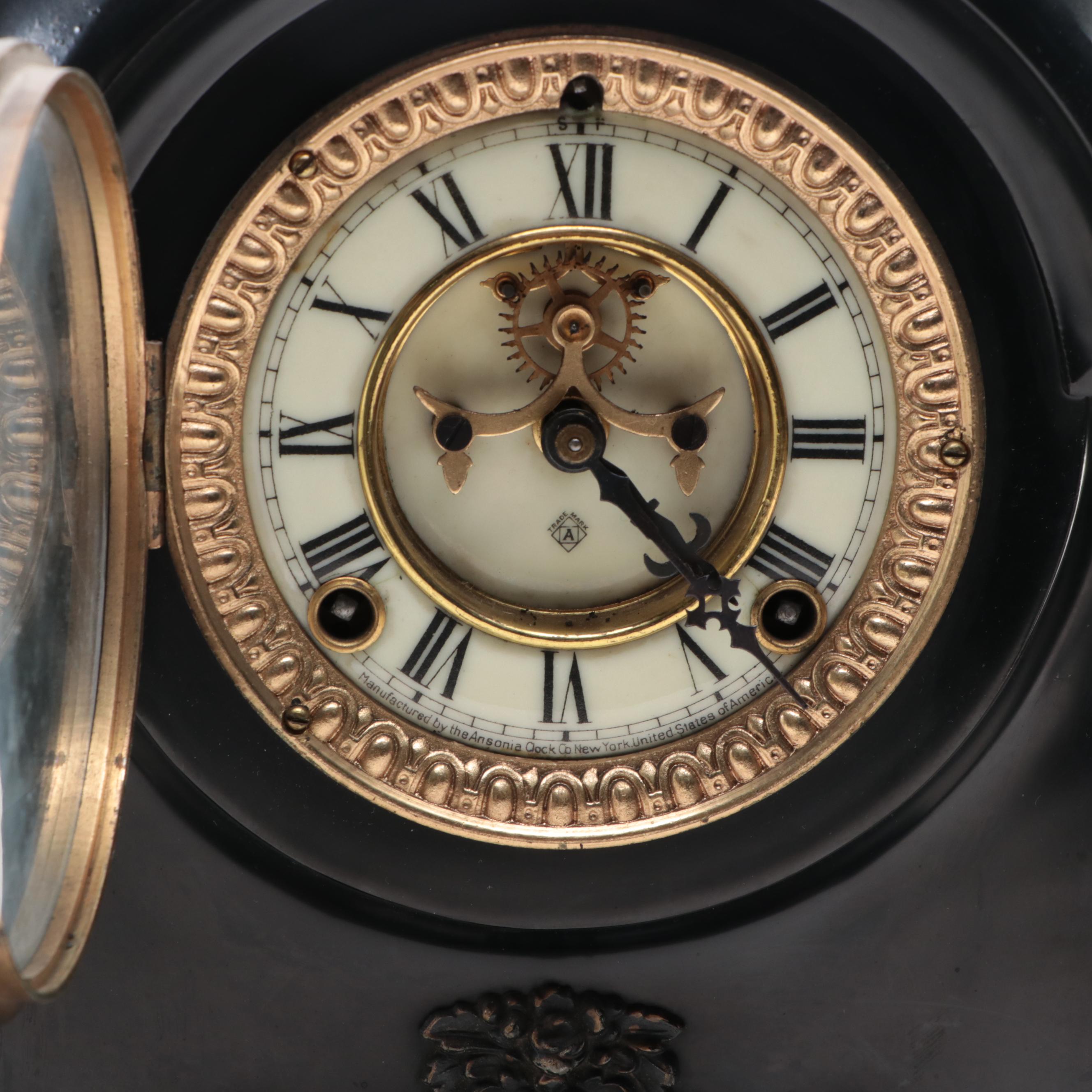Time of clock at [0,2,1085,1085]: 11:22
